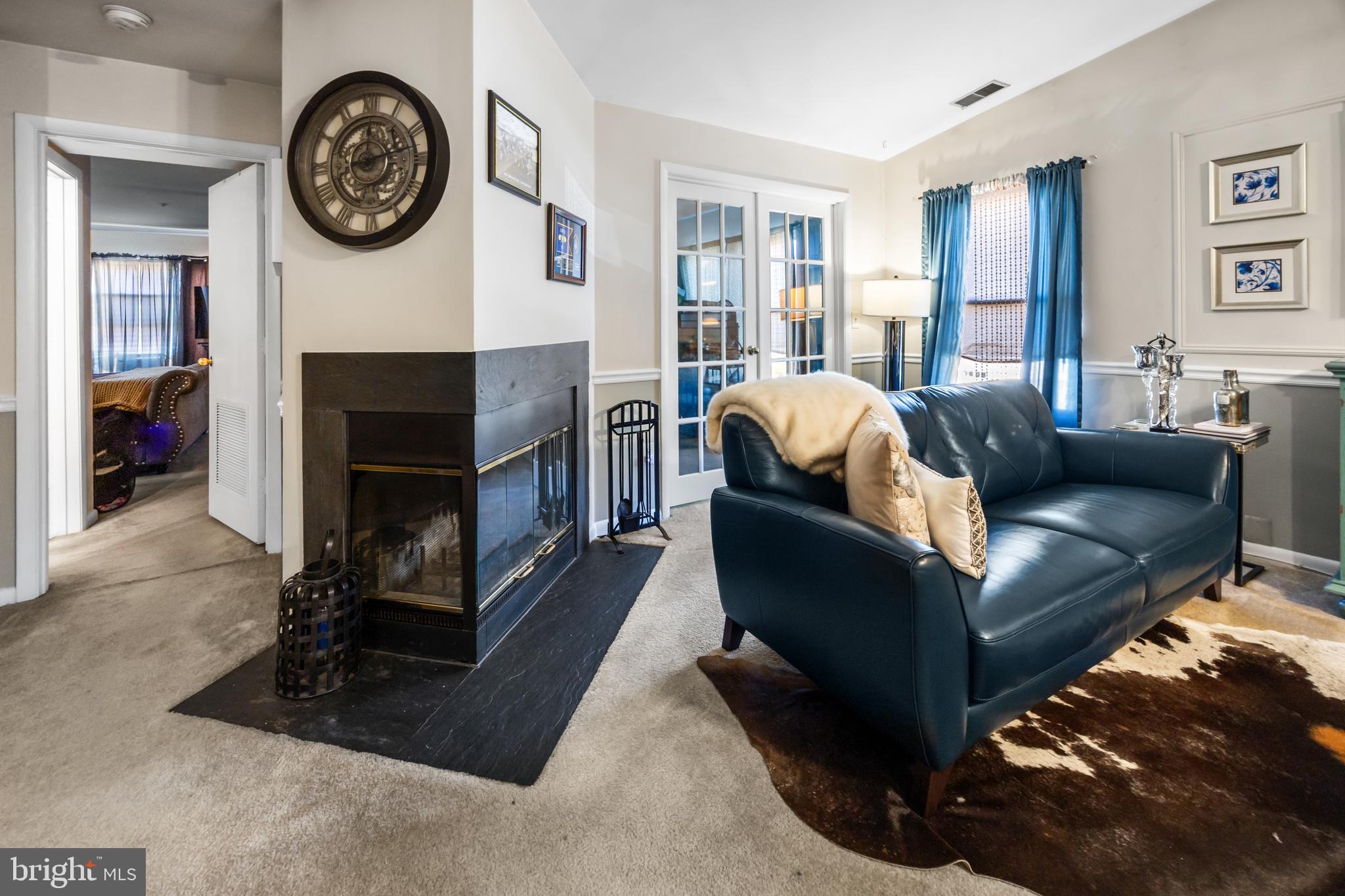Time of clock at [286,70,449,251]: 12:13
